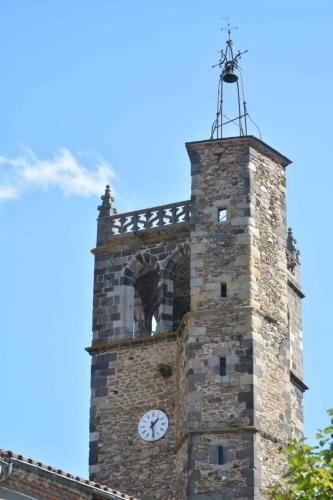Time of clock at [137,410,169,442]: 1:28
